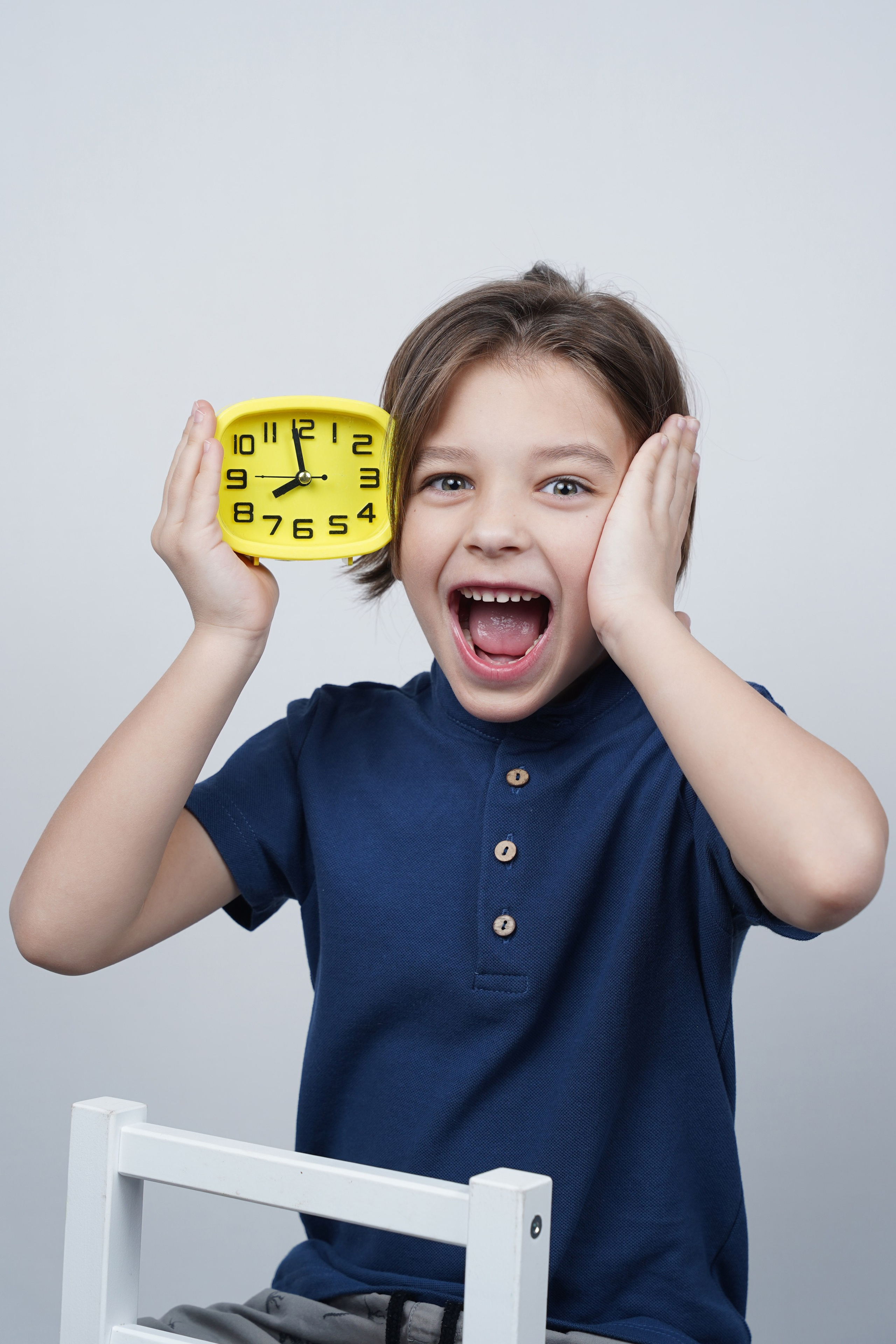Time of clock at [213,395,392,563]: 7:58
